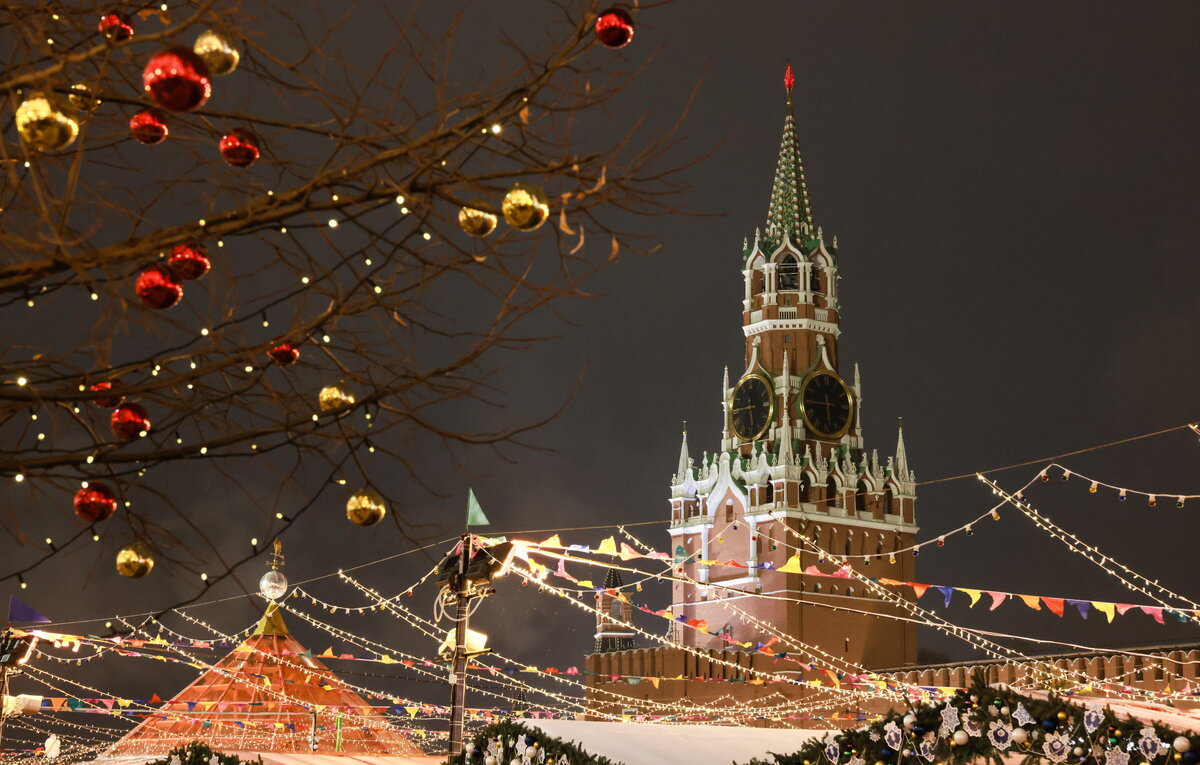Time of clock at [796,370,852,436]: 5:44
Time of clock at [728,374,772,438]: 5:44
